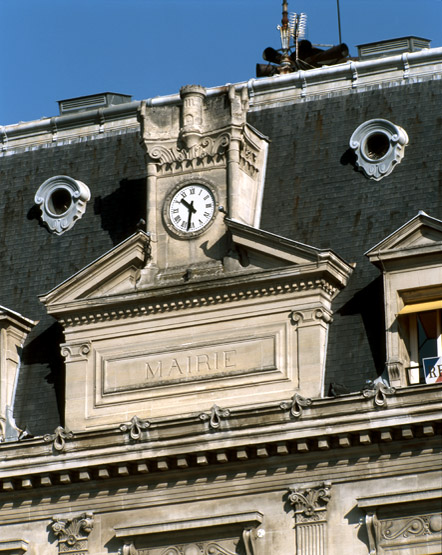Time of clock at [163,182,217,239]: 10:31
